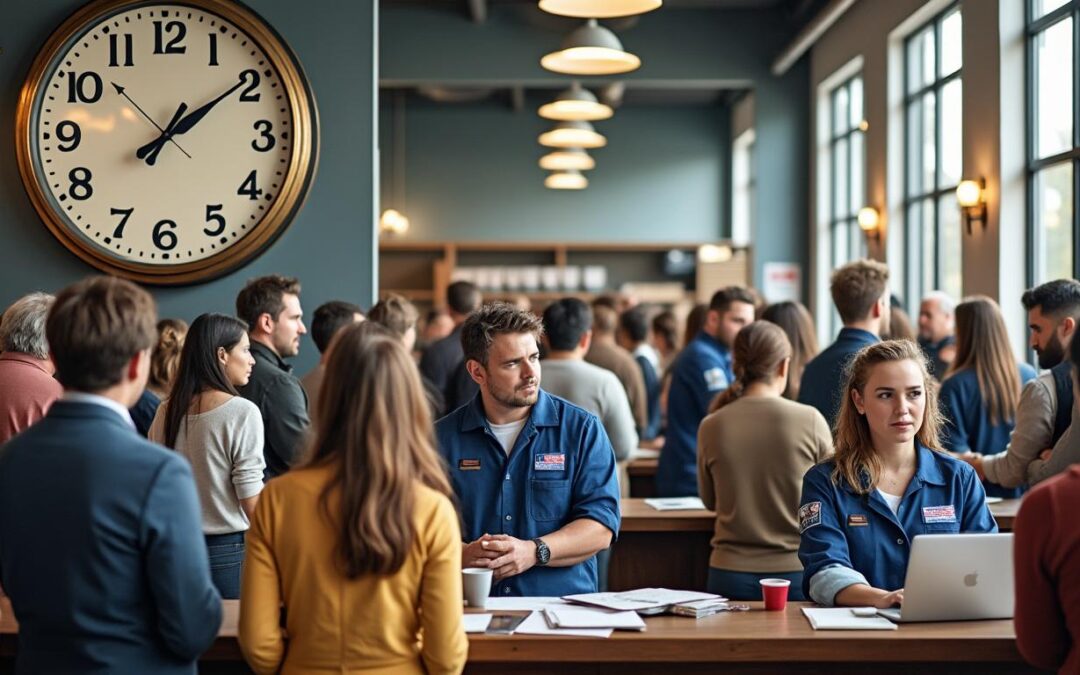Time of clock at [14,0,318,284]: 1:09
